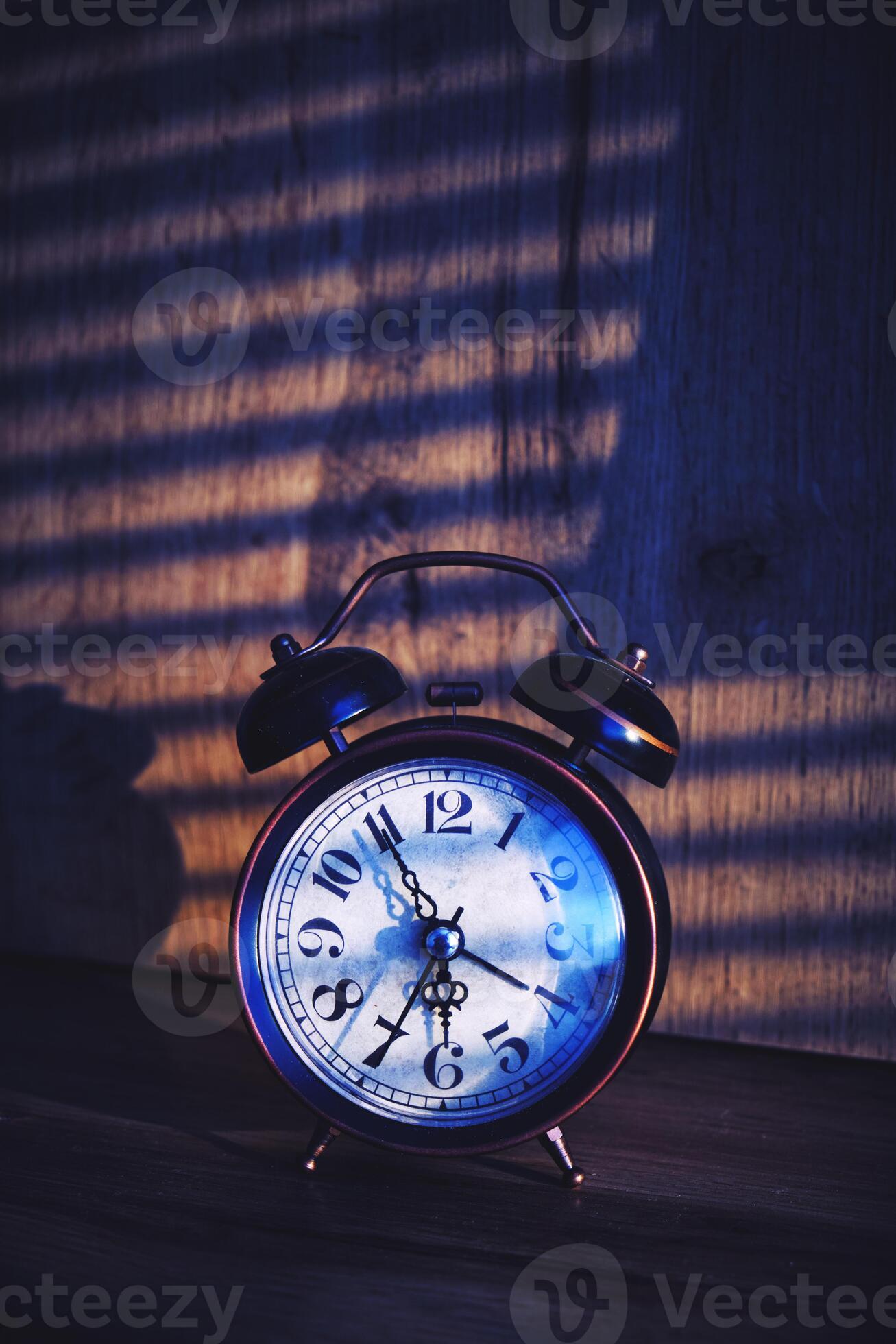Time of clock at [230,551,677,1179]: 5:55
